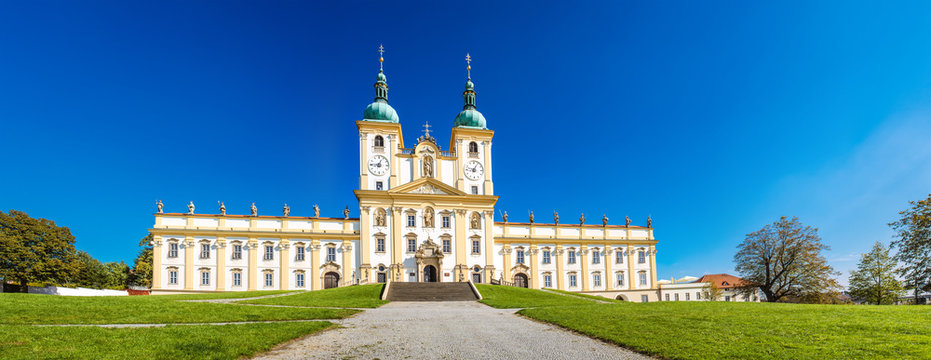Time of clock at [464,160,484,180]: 9:04
